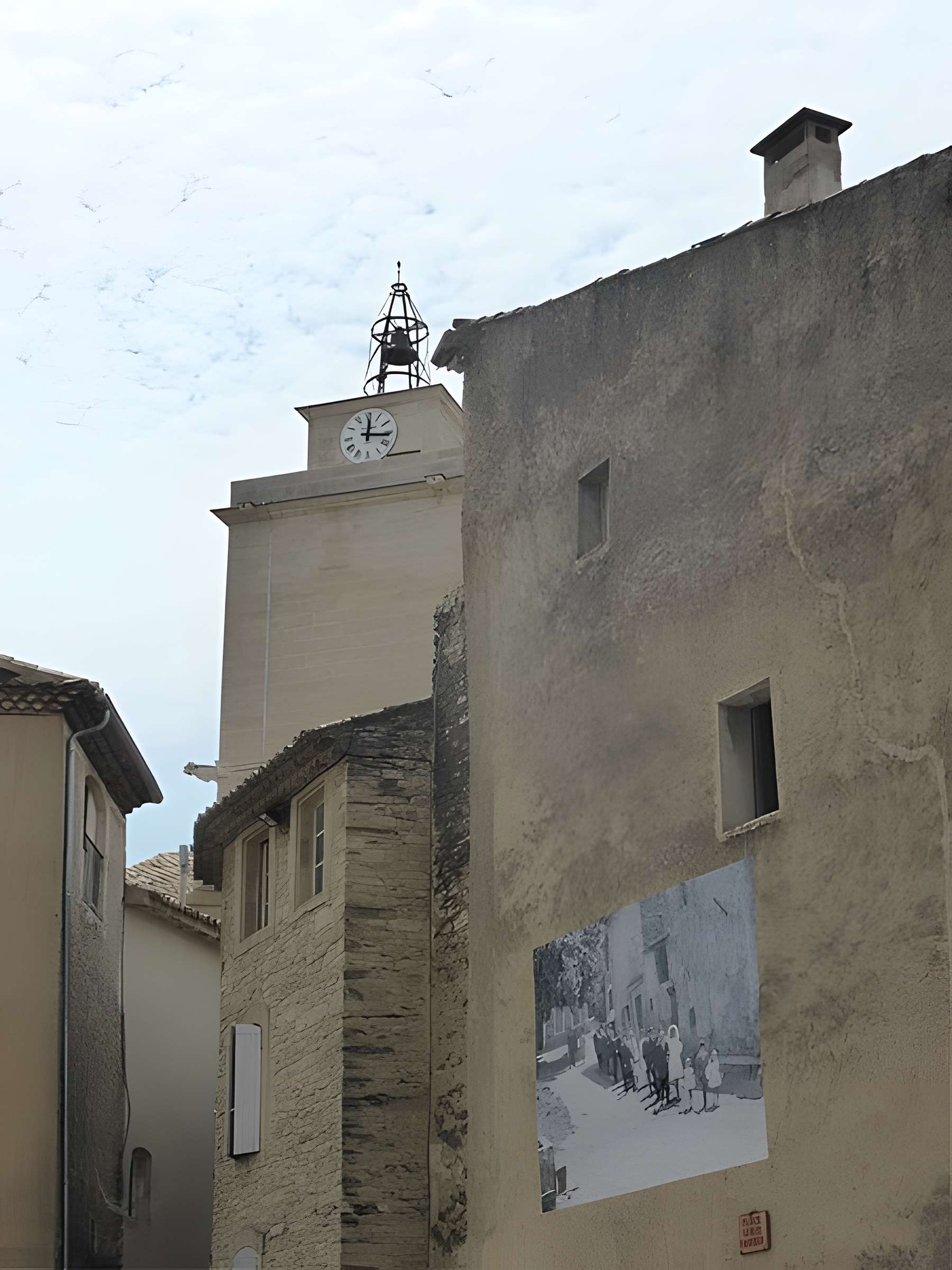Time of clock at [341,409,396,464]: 12:16
